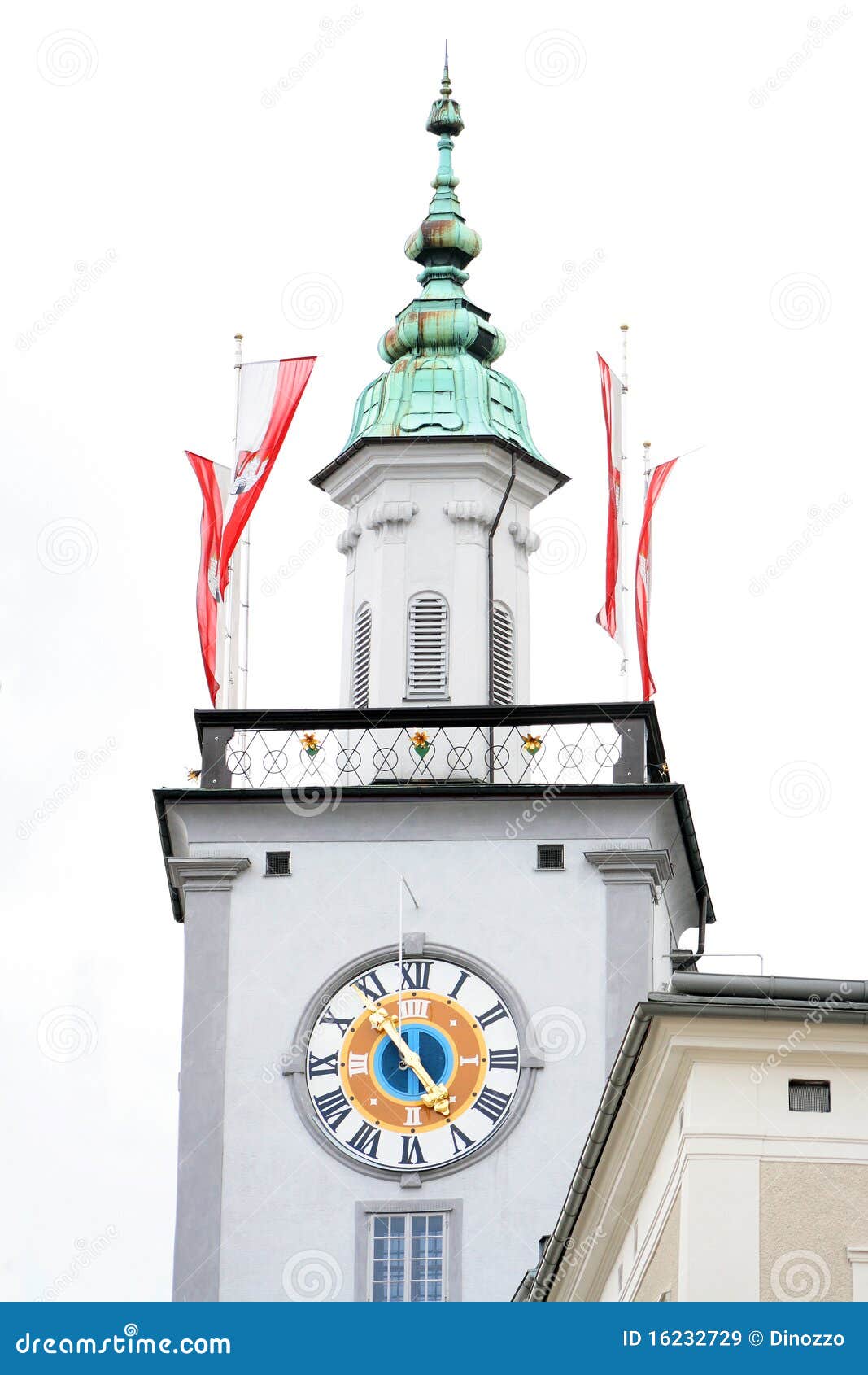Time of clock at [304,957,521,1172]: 4:53
